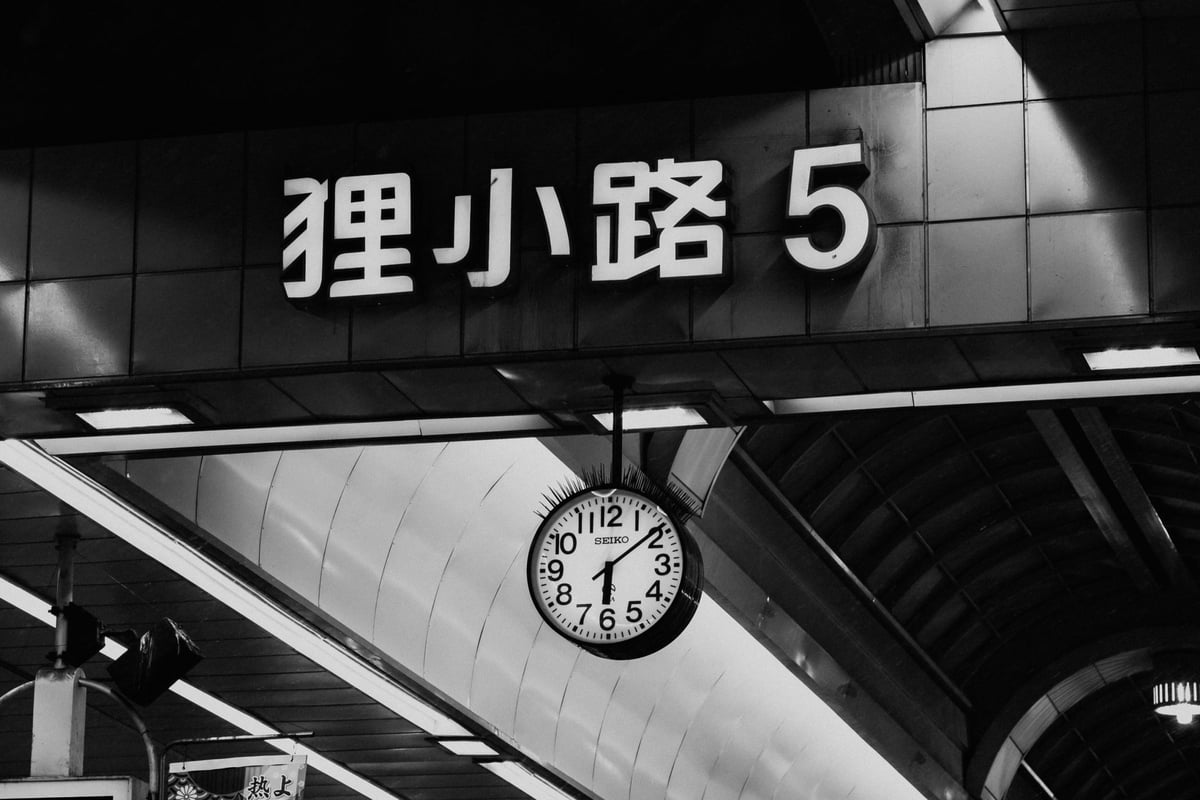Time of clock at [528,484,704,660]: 6:08
